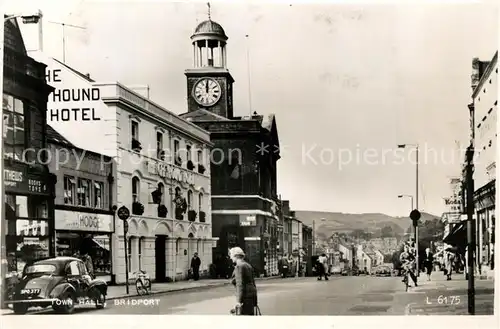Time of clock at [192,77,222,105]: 12:00
